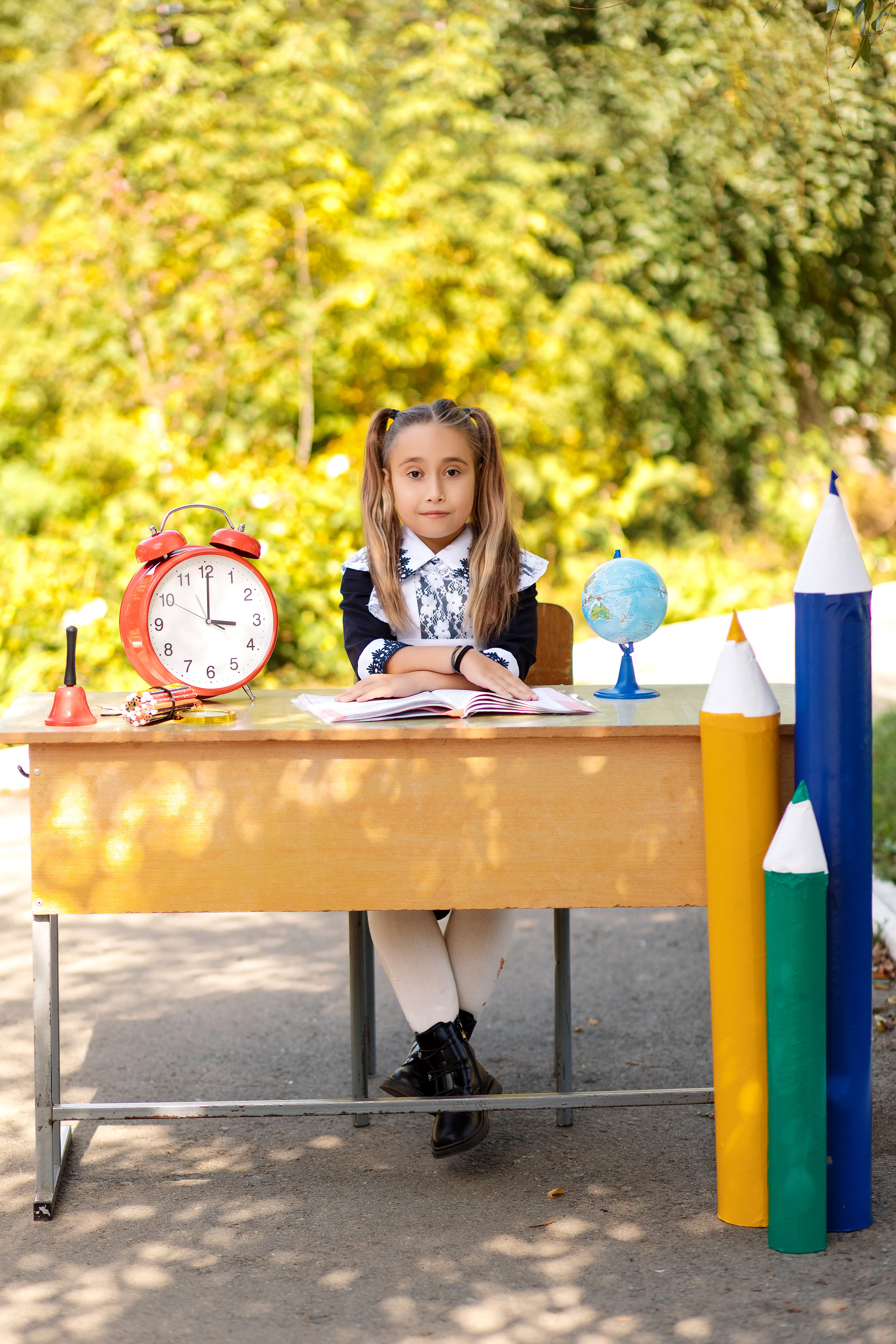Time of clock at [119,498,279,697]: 3:00
